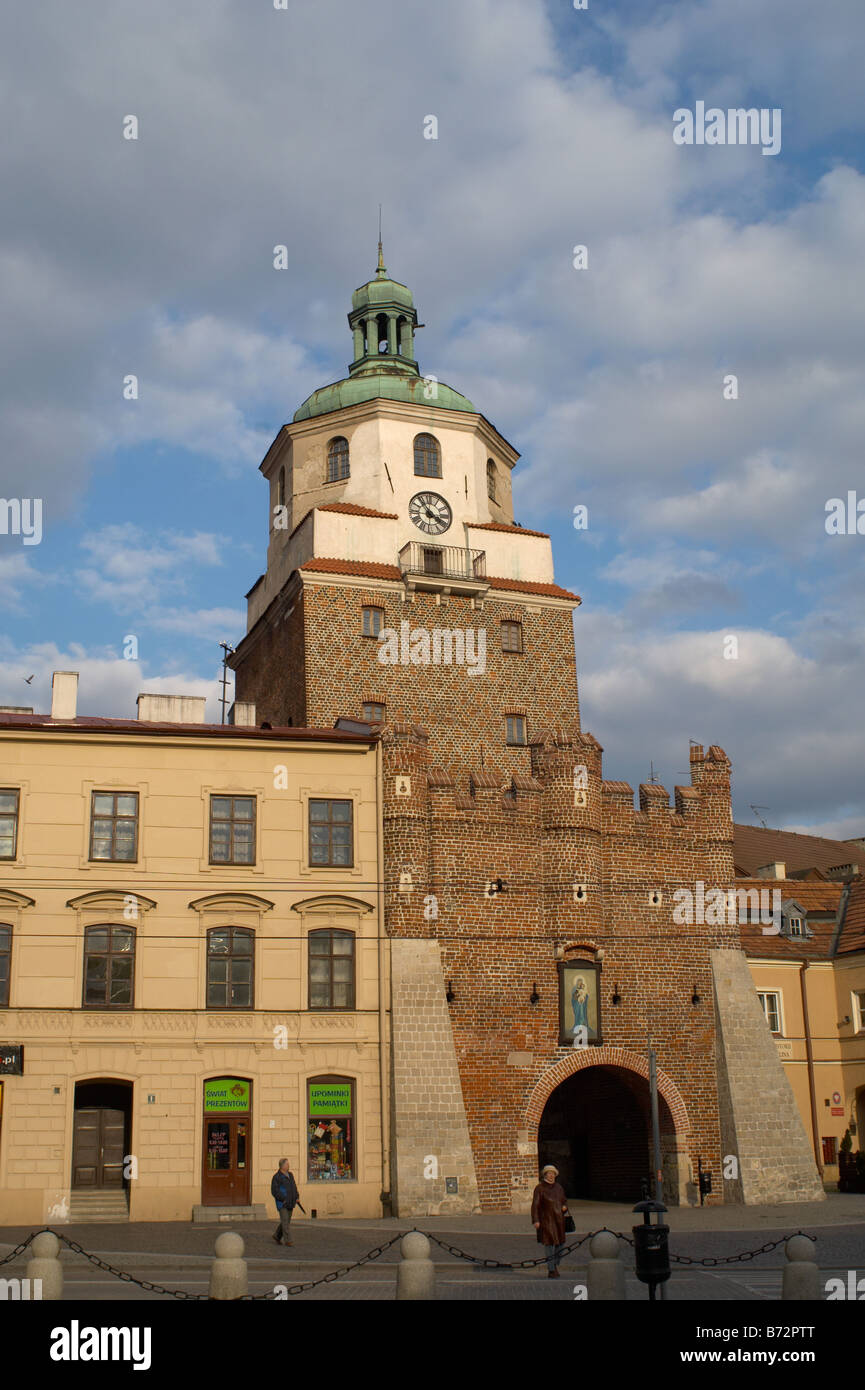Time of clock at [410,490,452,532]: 3:53
